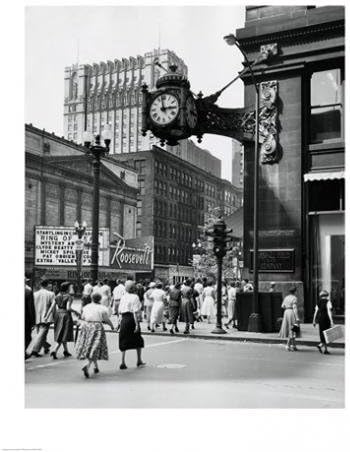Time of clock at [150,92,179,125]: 2:58
